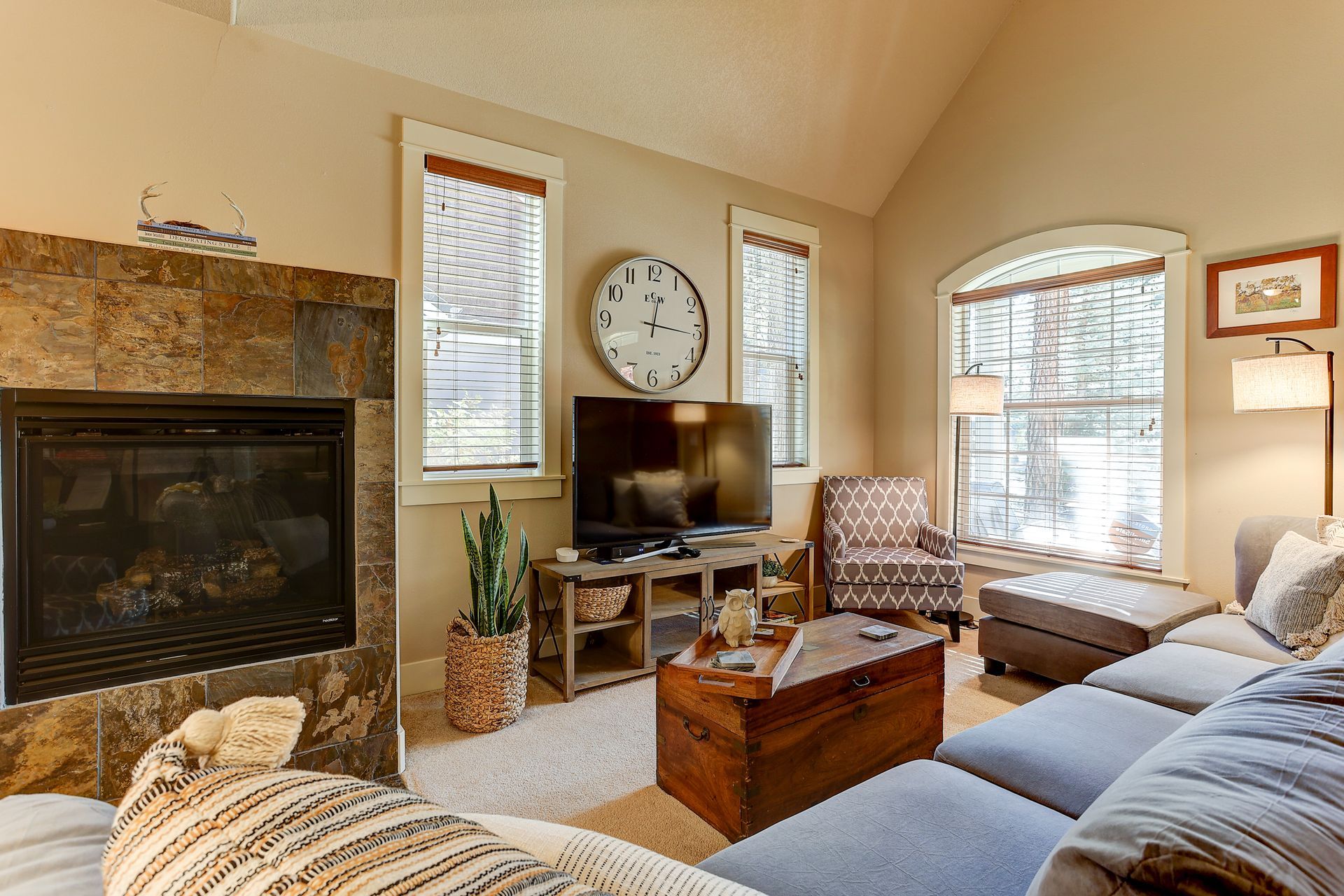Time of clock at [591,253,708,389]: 12:15
